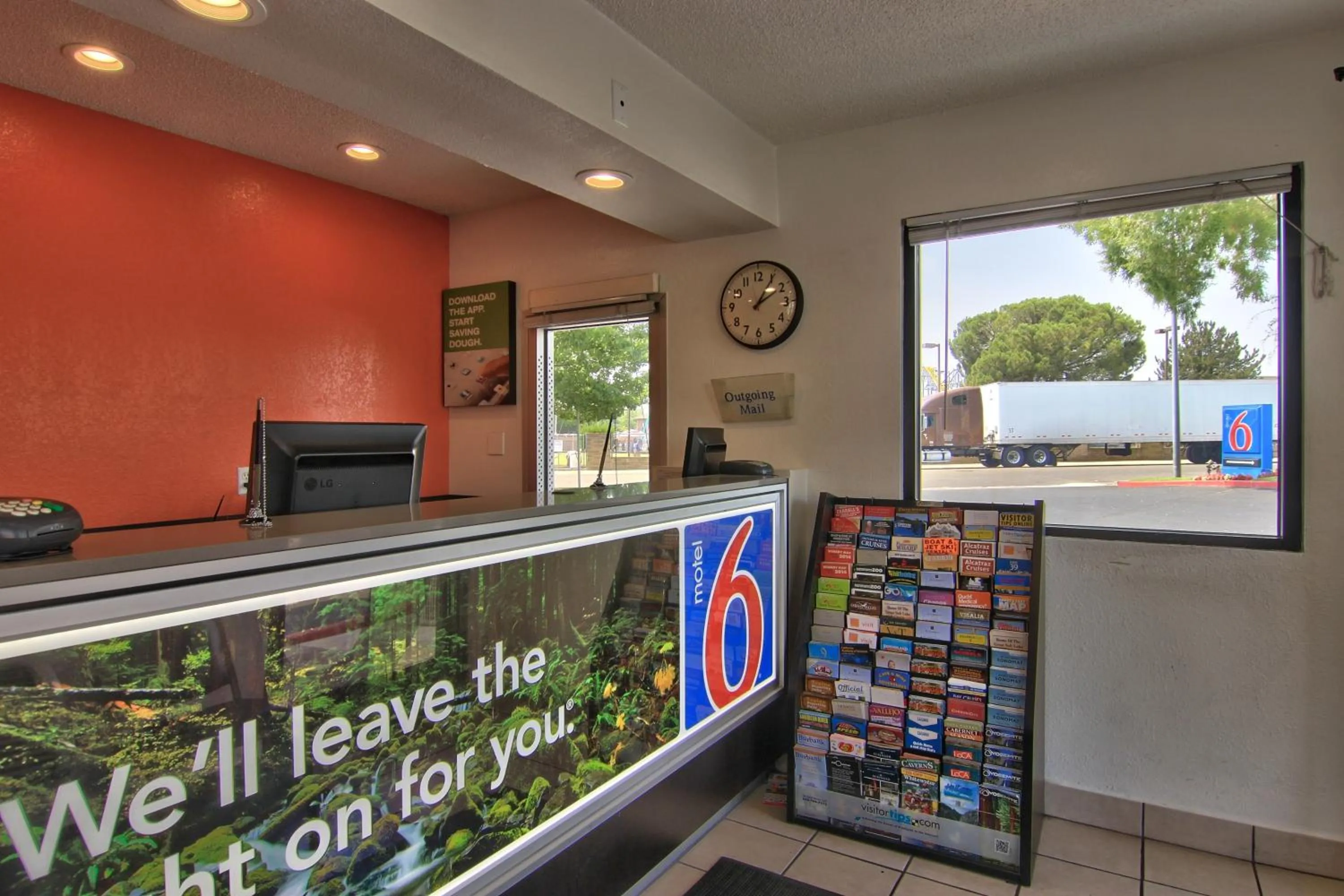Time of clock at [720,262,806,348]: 2:05
